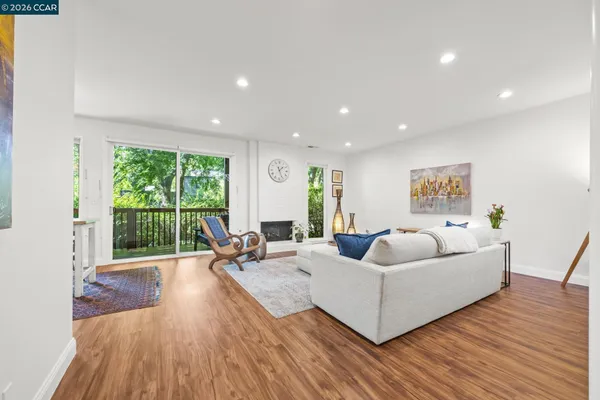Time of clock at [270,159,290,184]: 1:26
